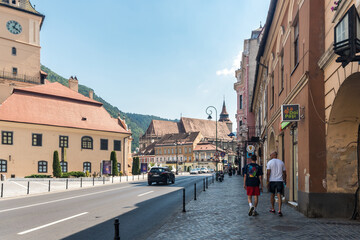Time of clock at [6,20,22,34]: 4:04
